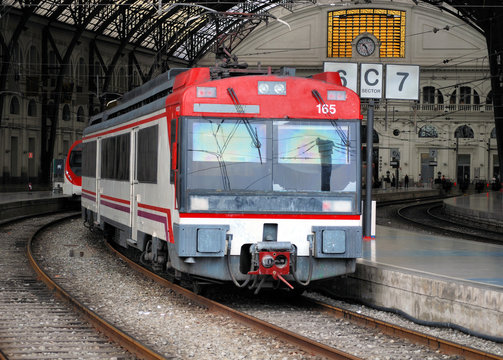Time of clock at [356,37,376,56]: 10:26
